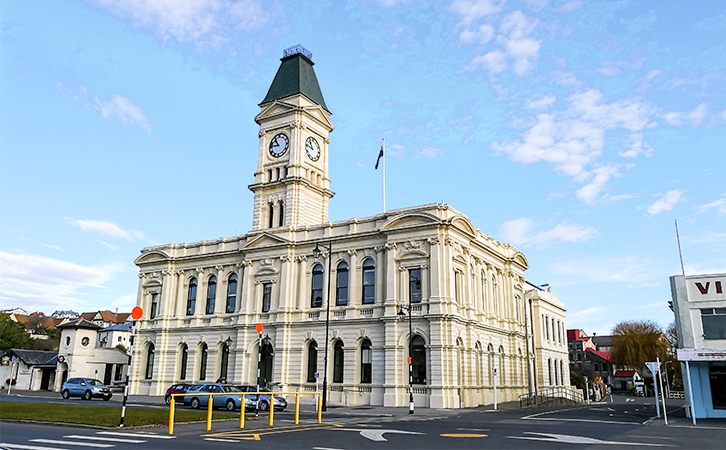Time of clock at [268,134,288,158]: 10:46
